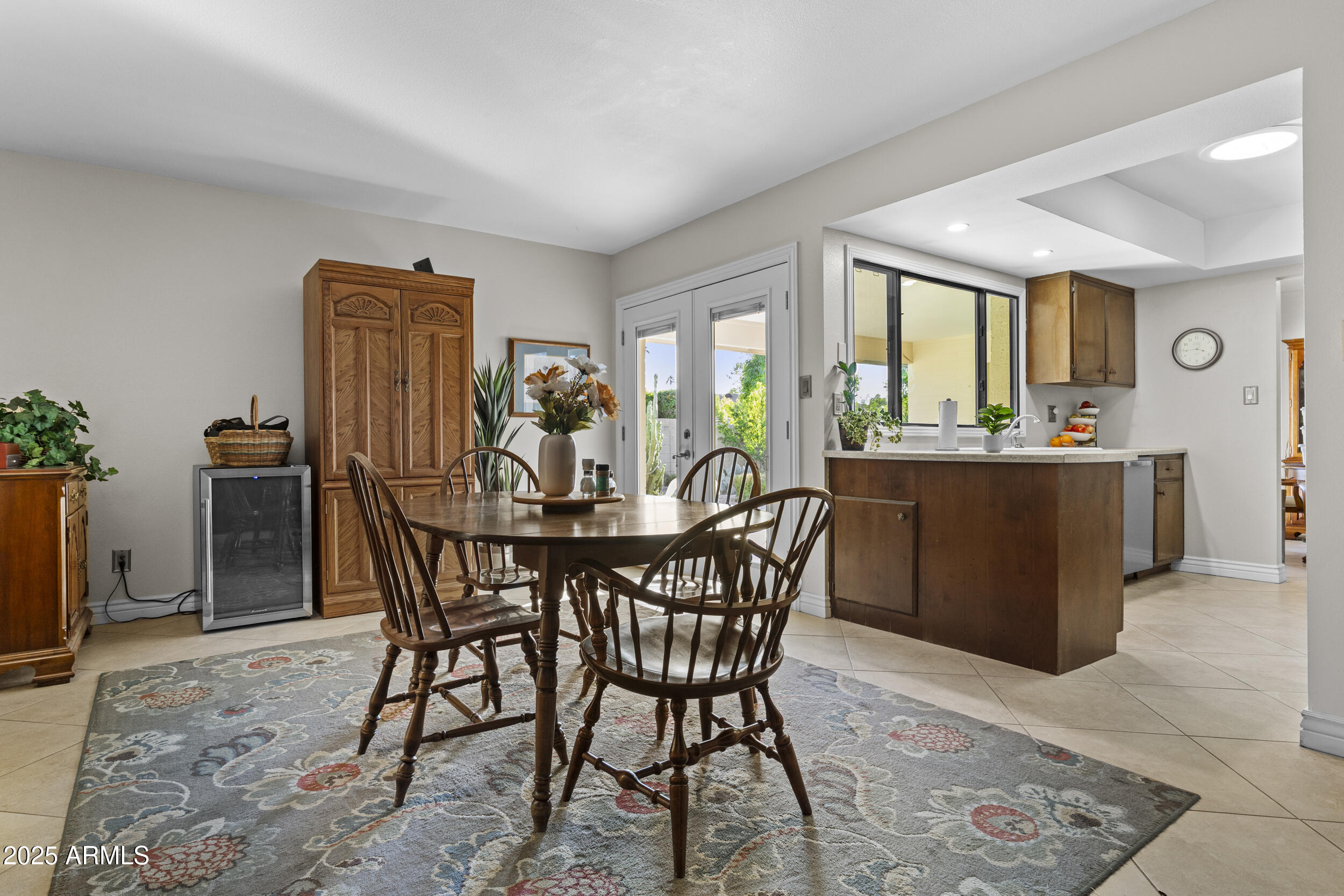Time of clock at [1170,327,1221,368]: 3:43
